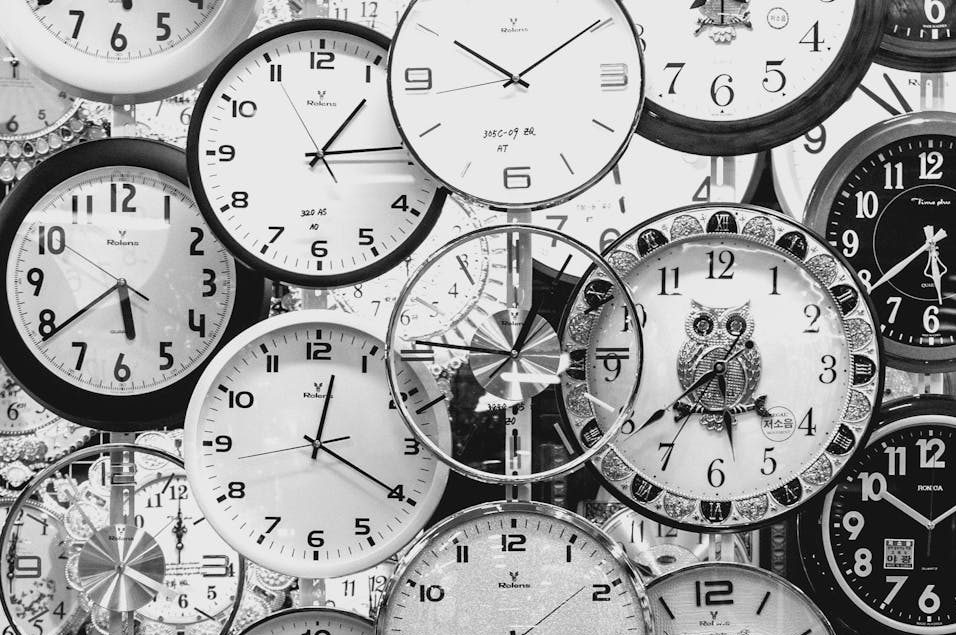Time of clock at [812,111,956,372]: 5:38
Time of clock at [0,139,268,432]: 5:38
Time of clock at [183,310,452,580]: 12:20
